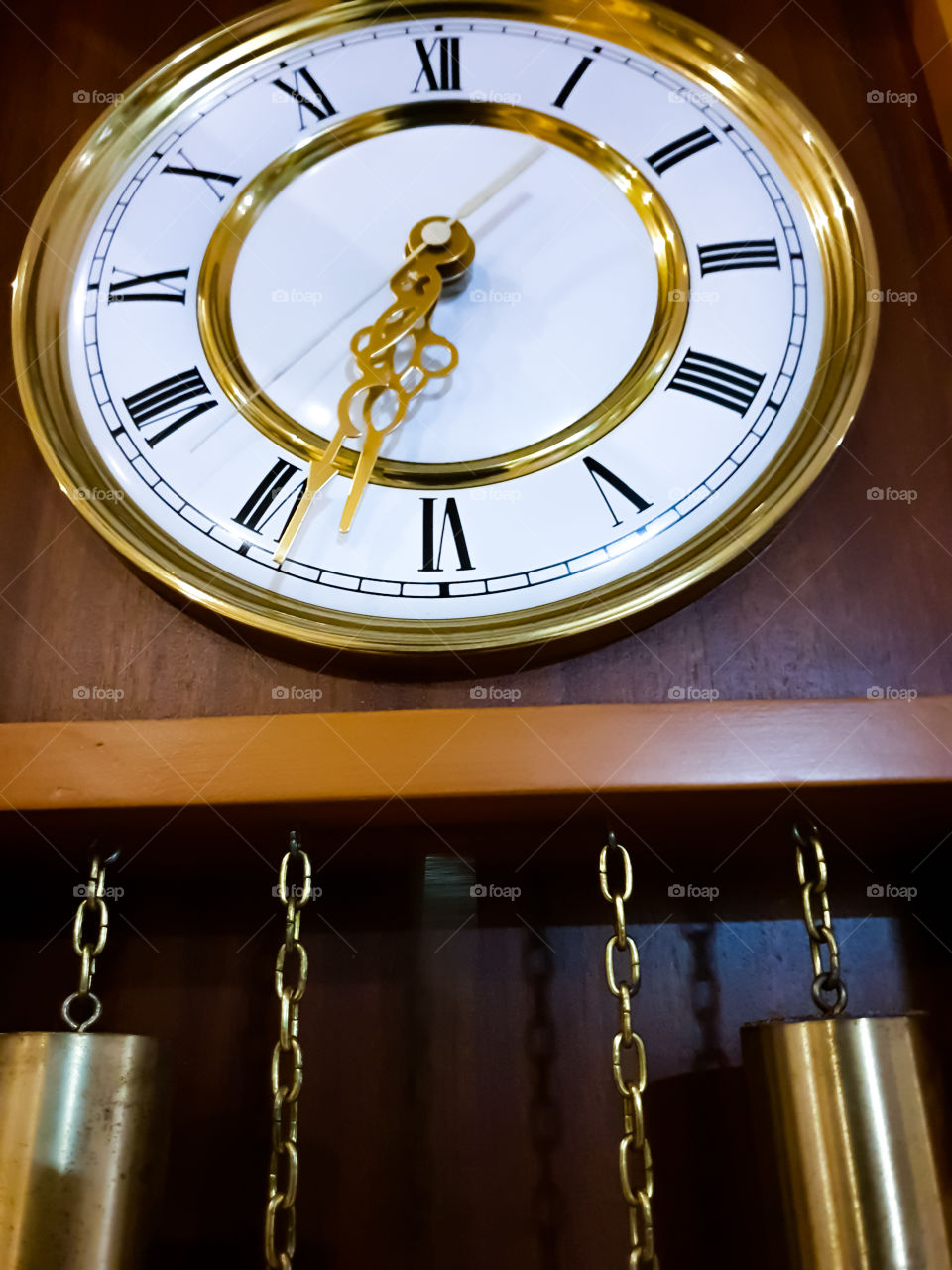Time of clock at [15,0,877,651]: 6:32
